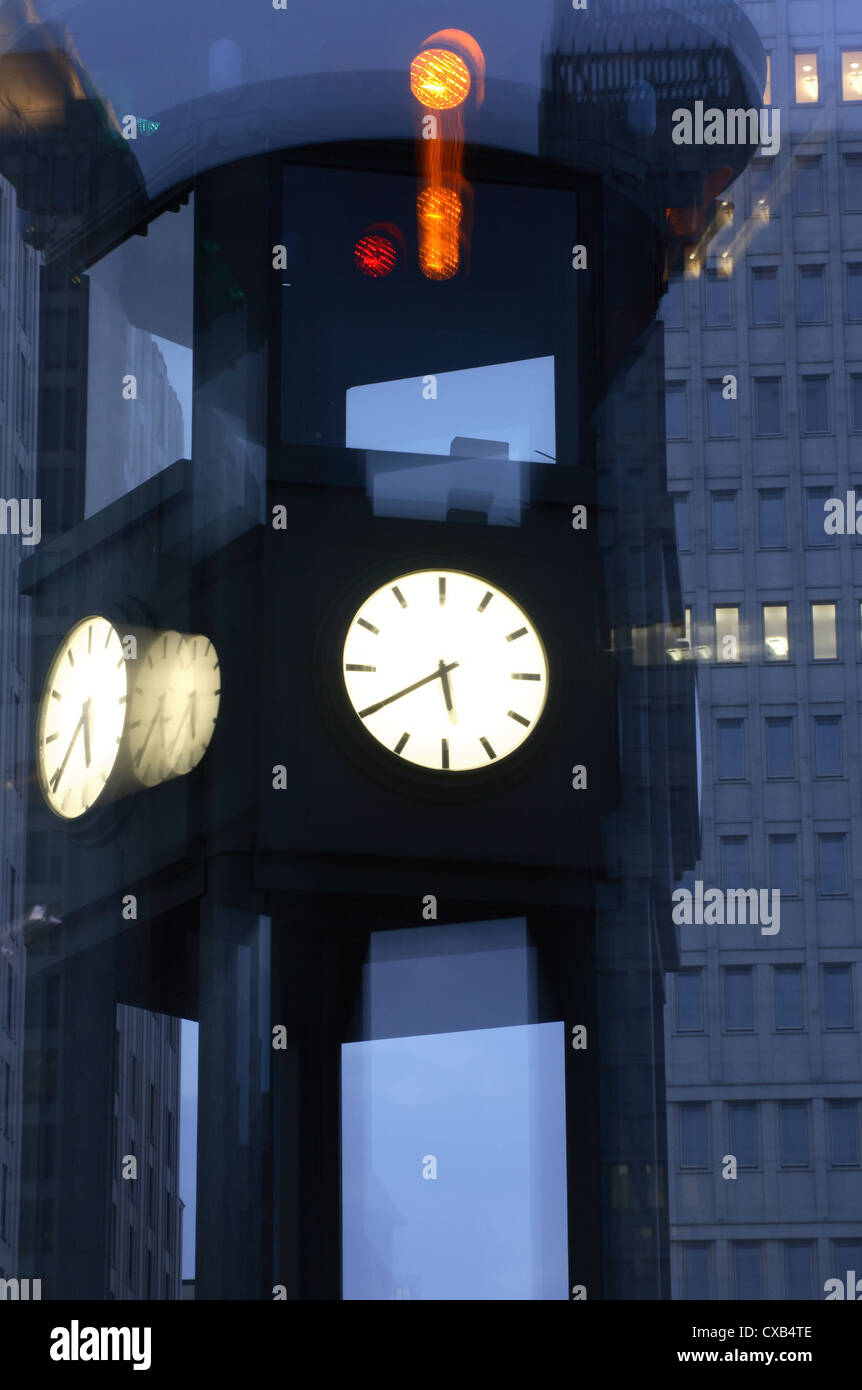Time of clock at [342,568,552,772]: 5:40
